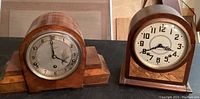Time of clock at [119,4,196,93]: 3:40
